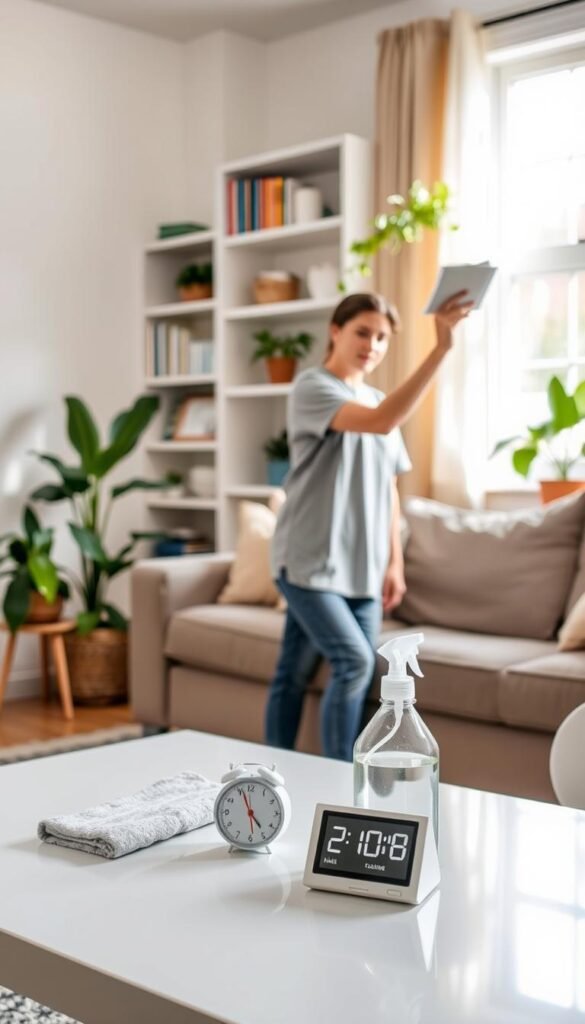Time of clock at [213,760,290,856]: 4:56
